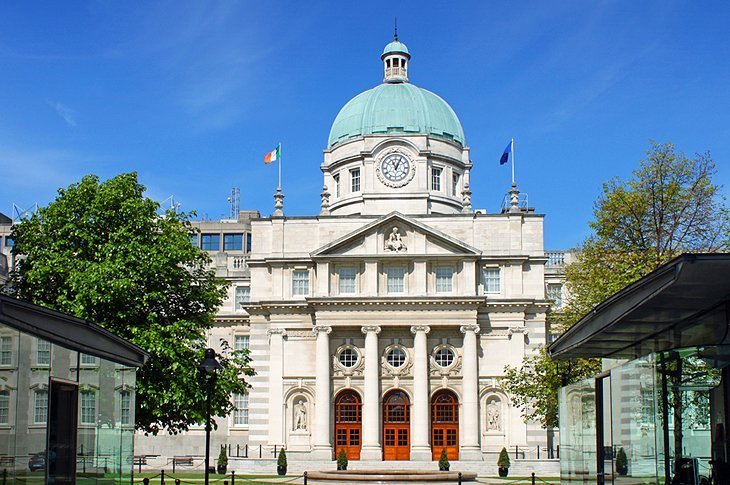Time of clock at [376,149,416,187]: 11:04
